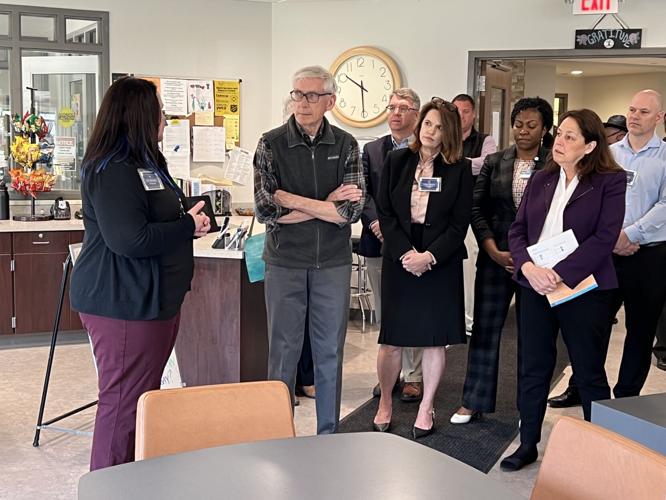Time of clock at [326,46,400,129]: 10:30
